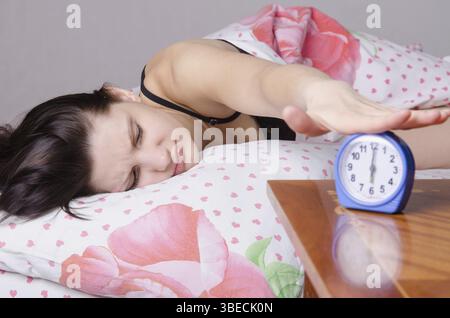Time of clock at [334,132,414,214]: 6:00
